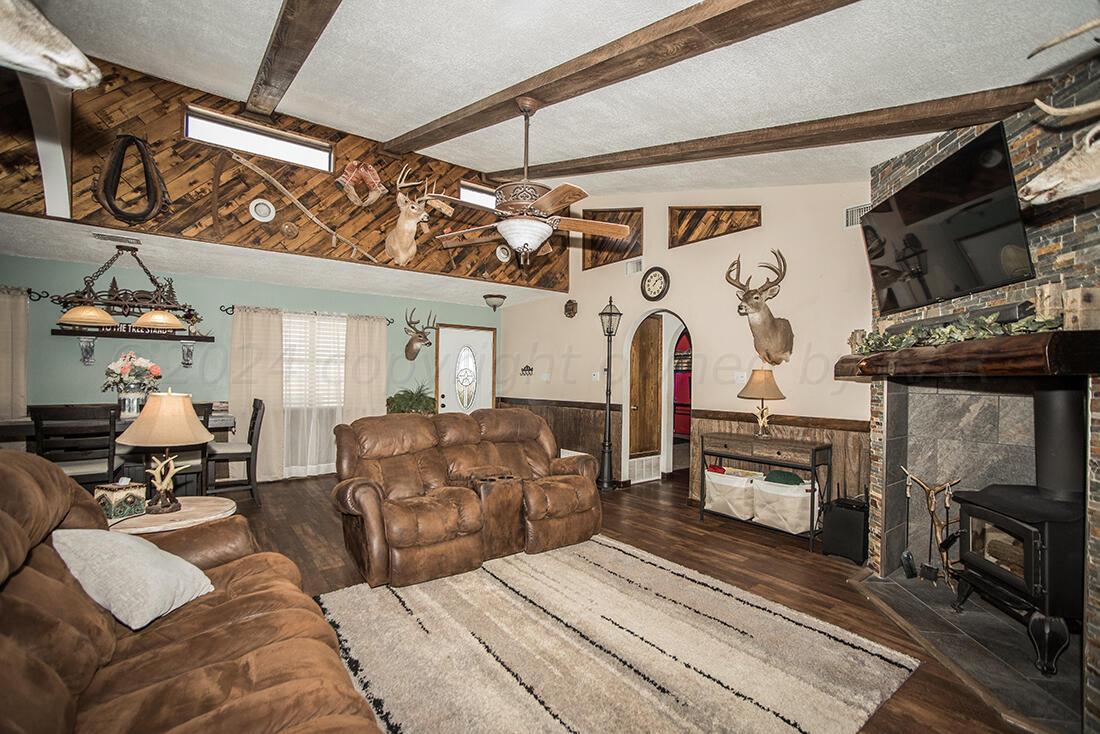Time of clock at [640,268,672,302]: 1:08
